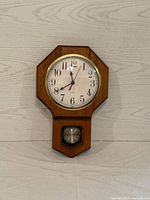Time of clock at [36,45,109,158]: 11:40
